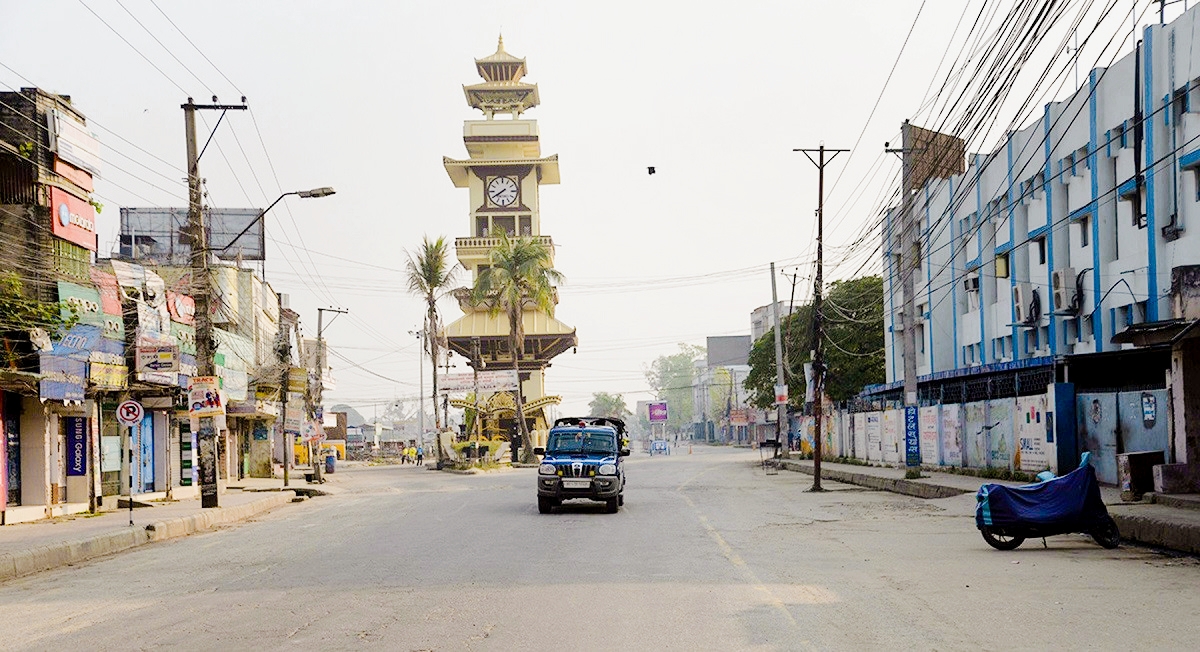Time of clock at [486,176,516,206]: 7:39
